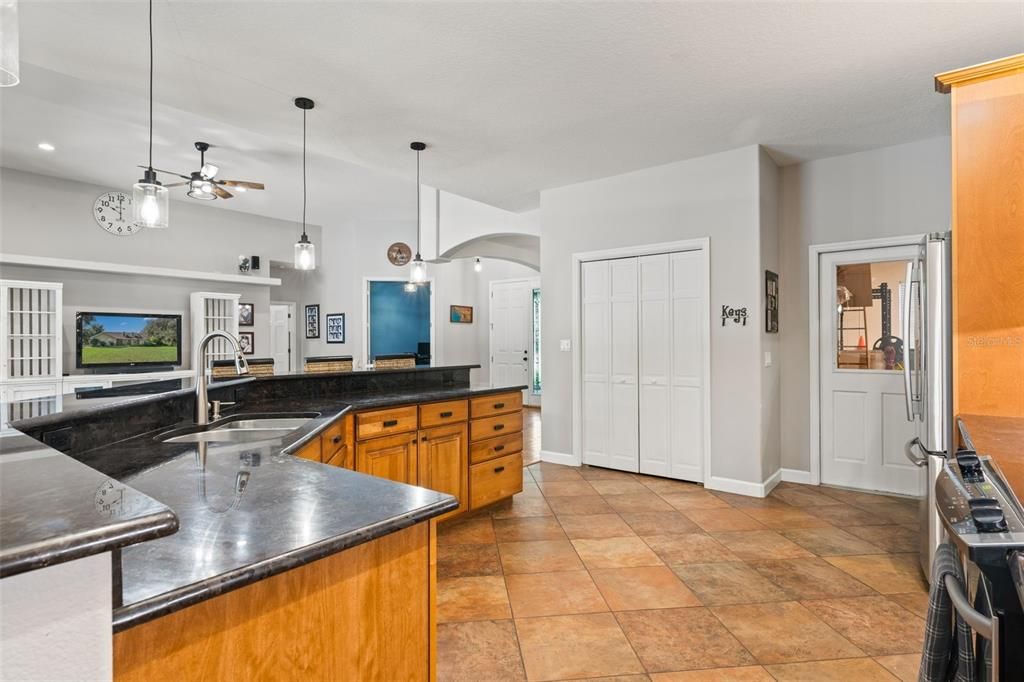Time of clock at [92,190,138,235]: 10:00
